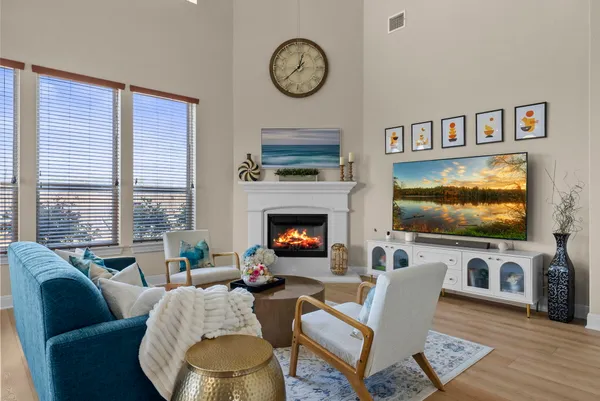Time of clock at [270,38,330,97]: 12:38
